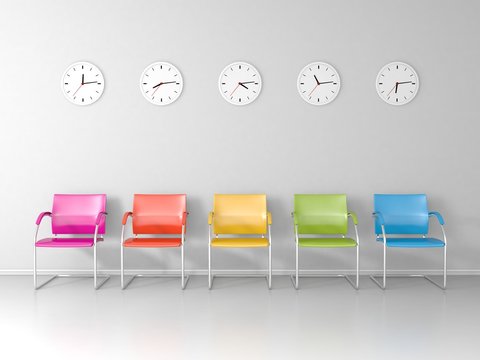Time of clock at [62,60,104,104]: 12:13
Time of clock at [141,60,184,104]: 8:14
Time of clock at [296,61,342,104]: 11:13
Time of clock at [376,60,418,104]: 6:13
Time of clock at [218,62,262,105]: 4:13
